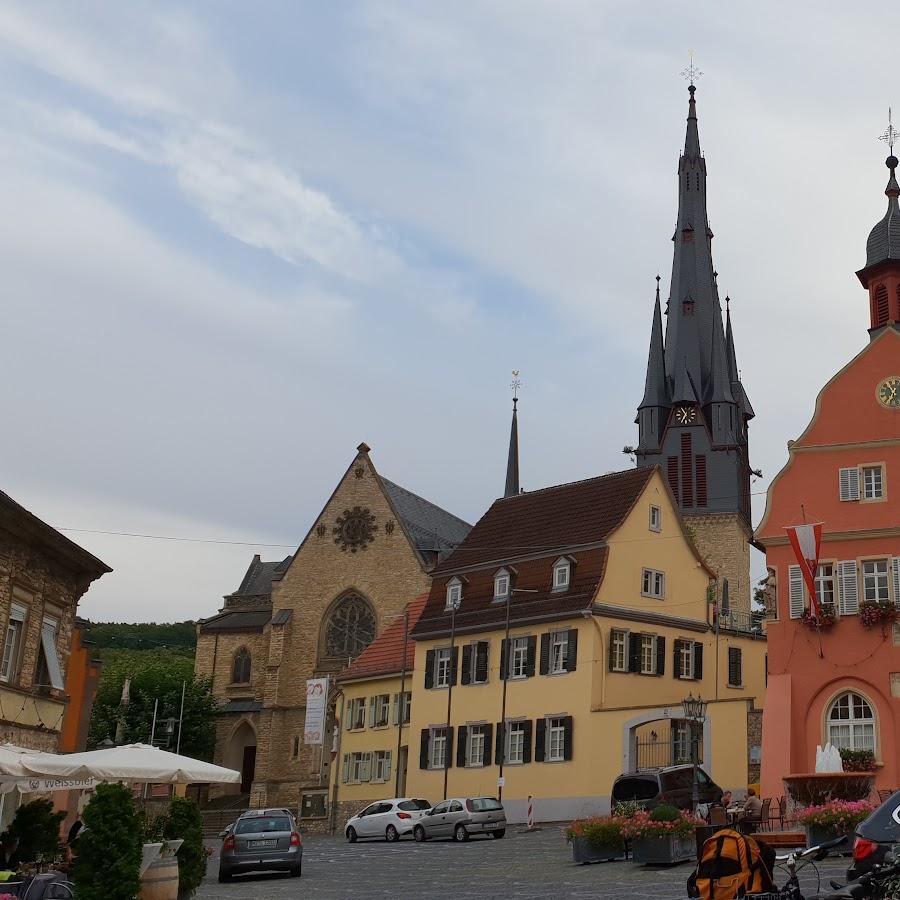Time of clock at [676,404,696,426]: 10:34
